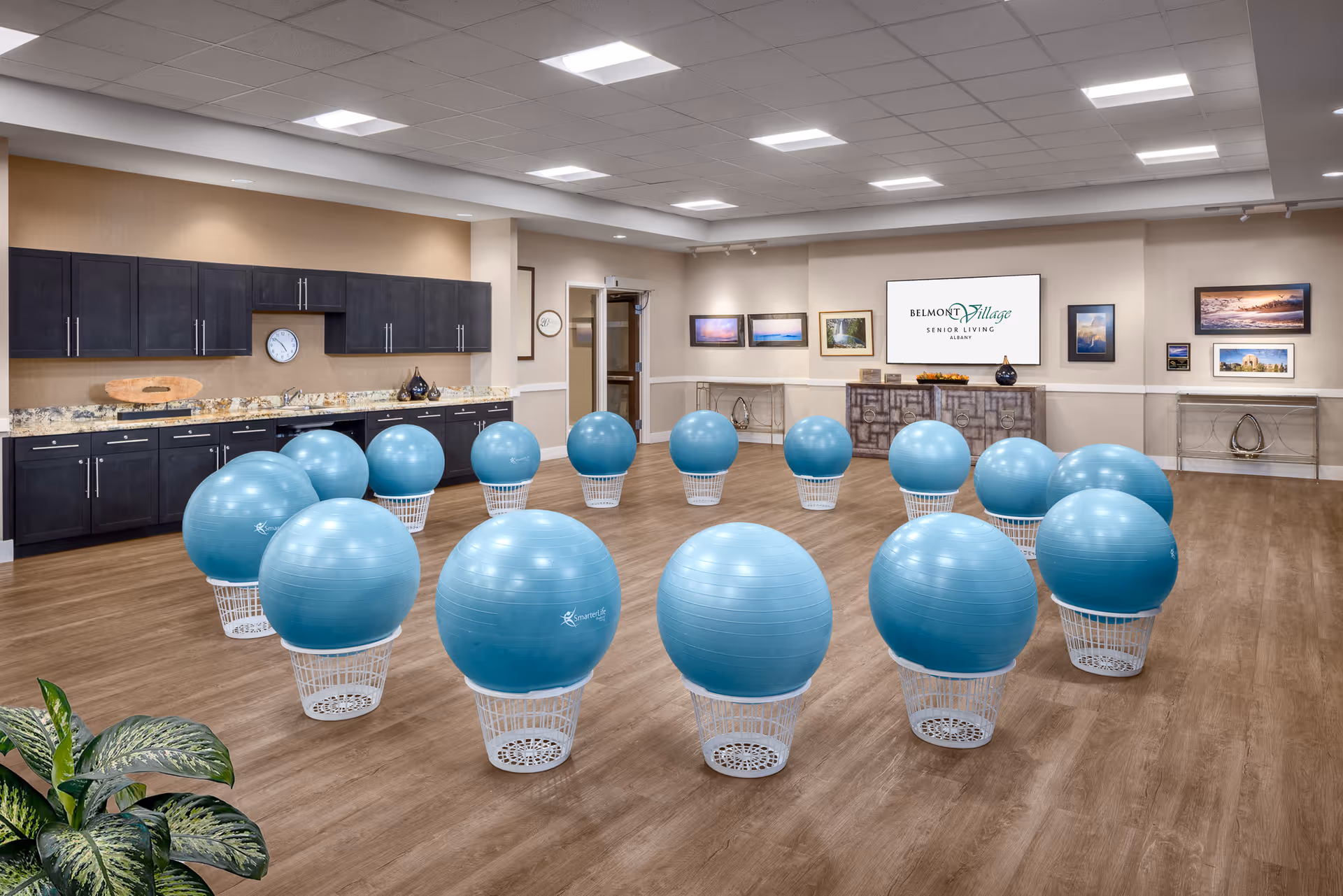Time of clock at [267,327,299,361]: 4:51
